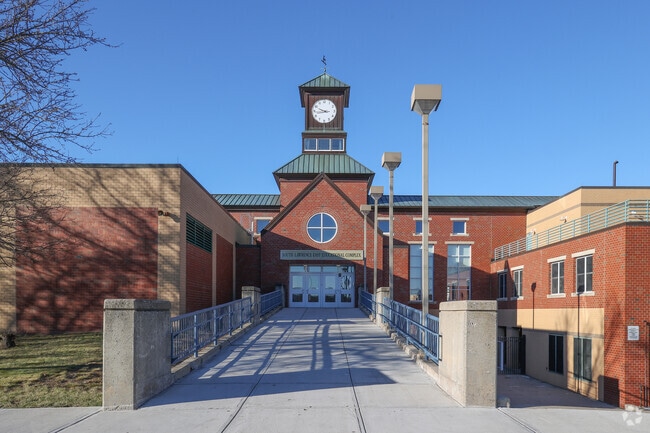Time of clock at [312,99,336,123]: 9:43
